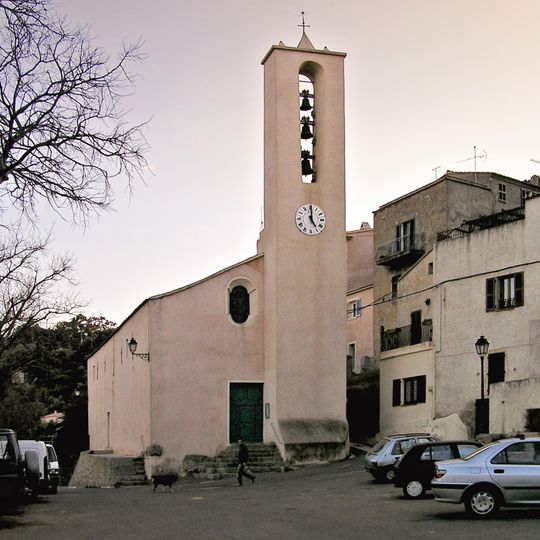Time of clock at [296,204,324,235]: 5:00
